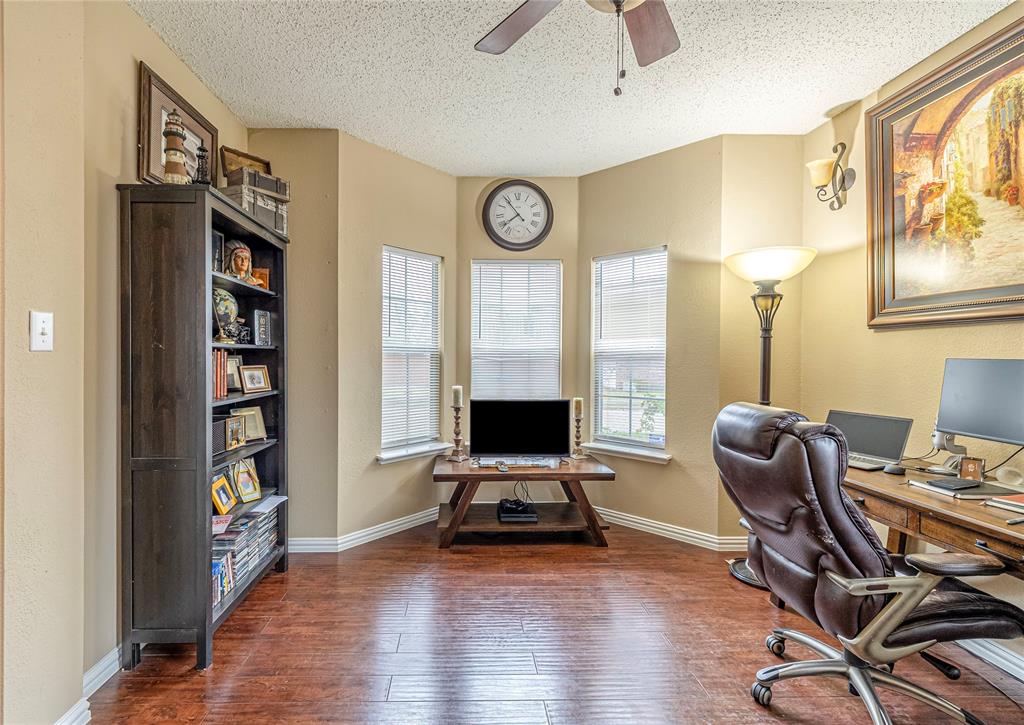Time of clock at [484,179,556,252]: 7:53
